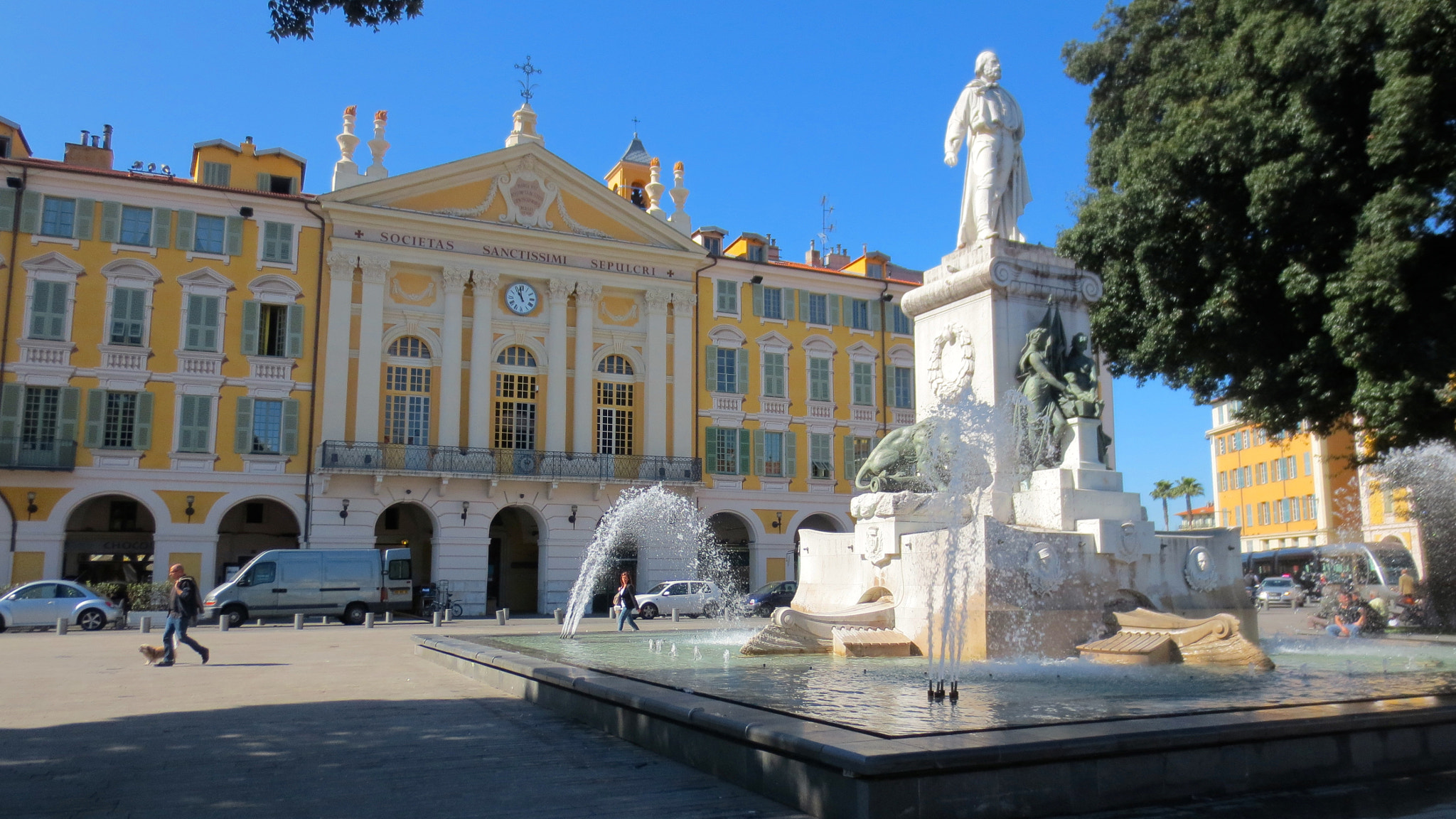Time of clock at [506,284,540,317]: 10:58
